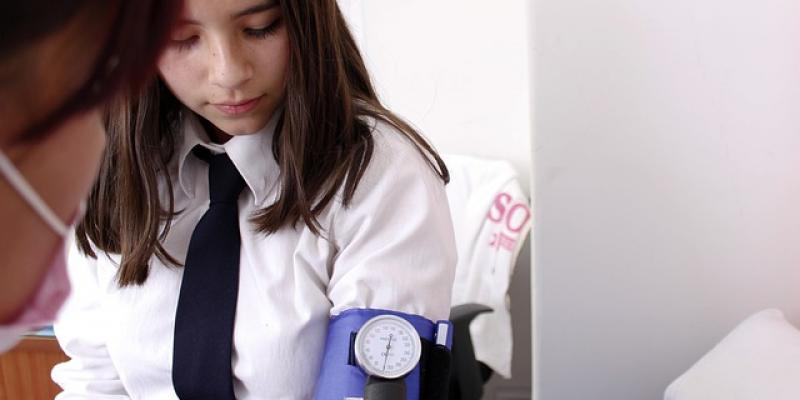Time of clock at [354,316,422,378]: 12:32
